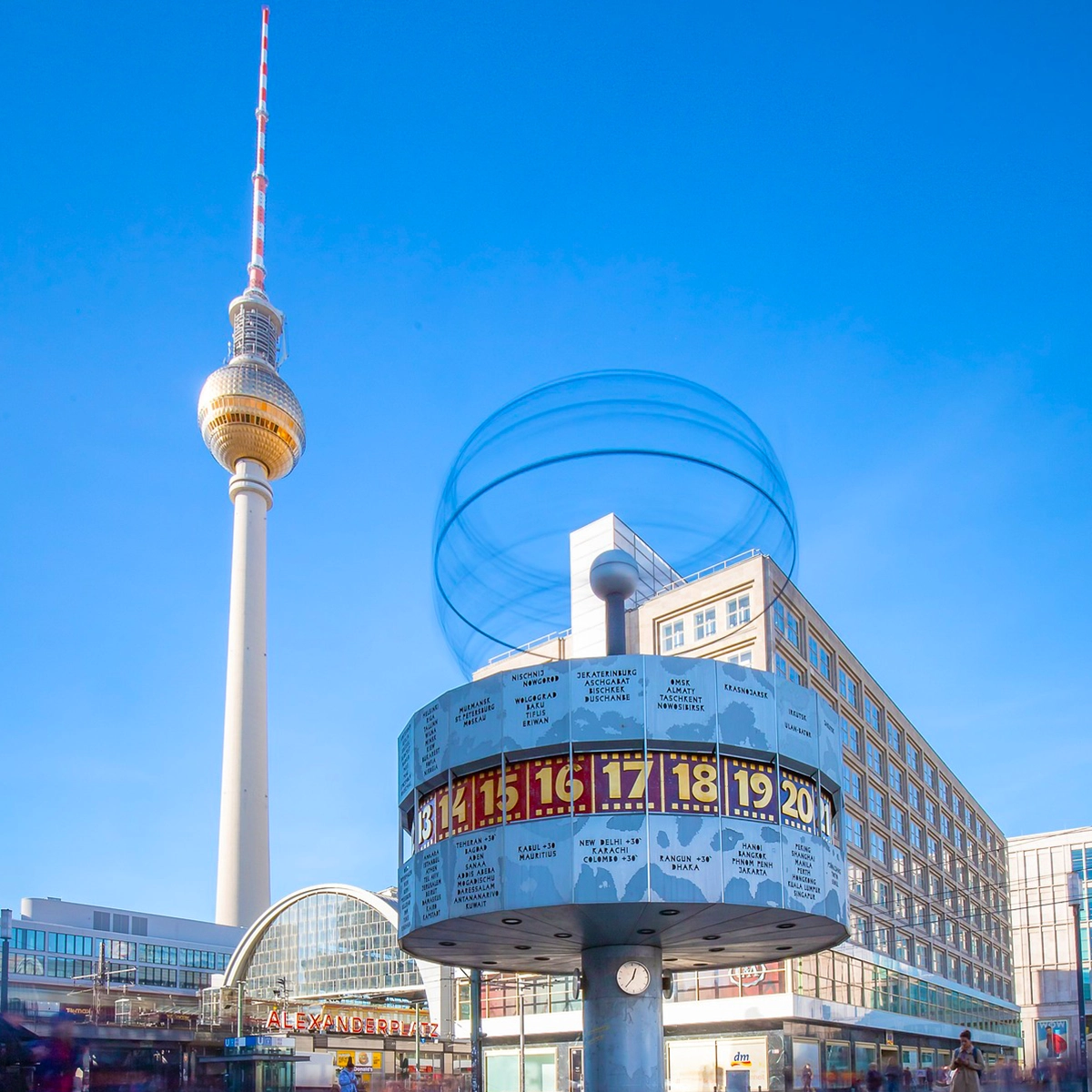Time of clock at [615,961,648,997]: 12:36
